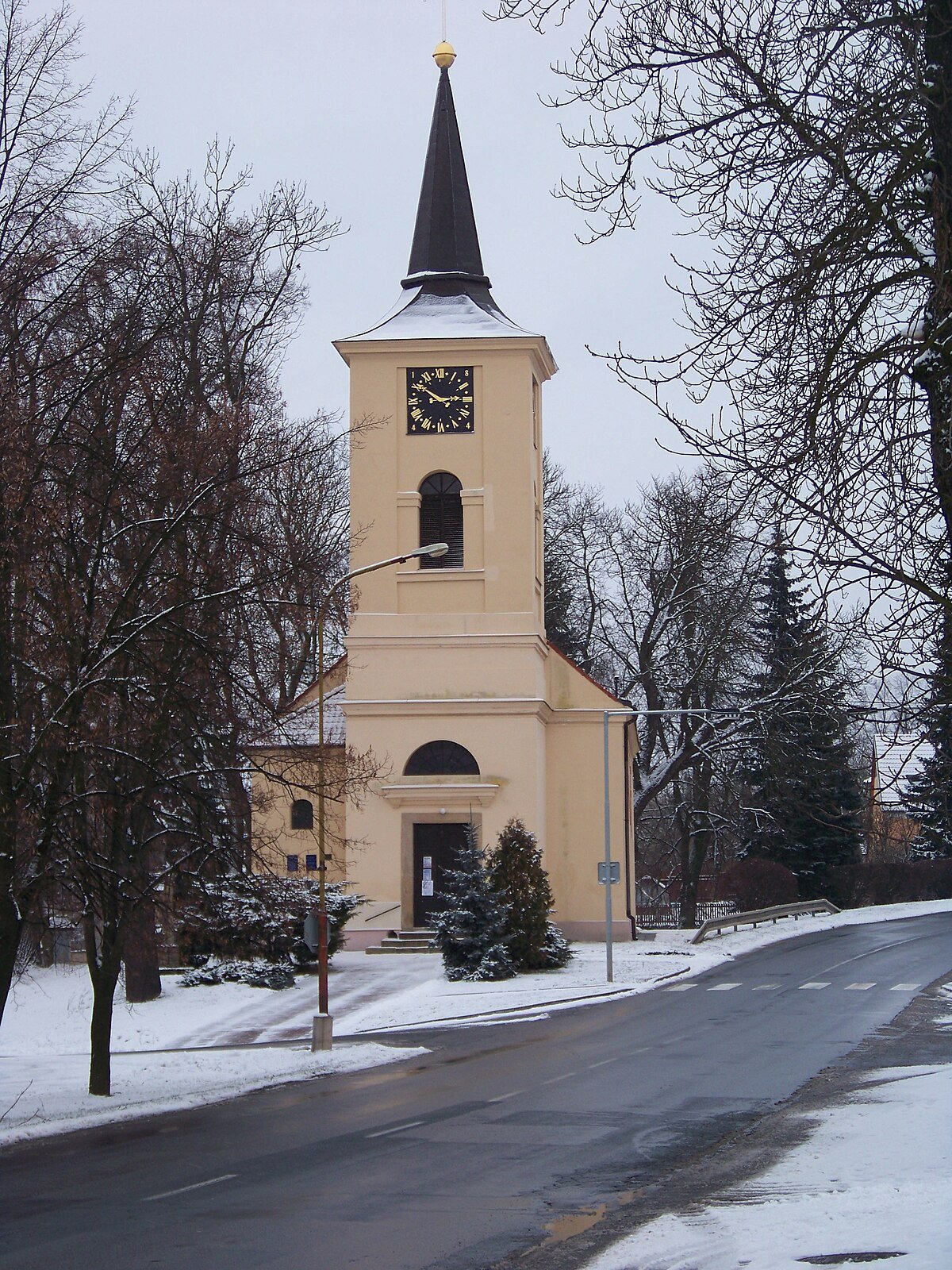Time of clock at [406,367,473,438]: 2:50
